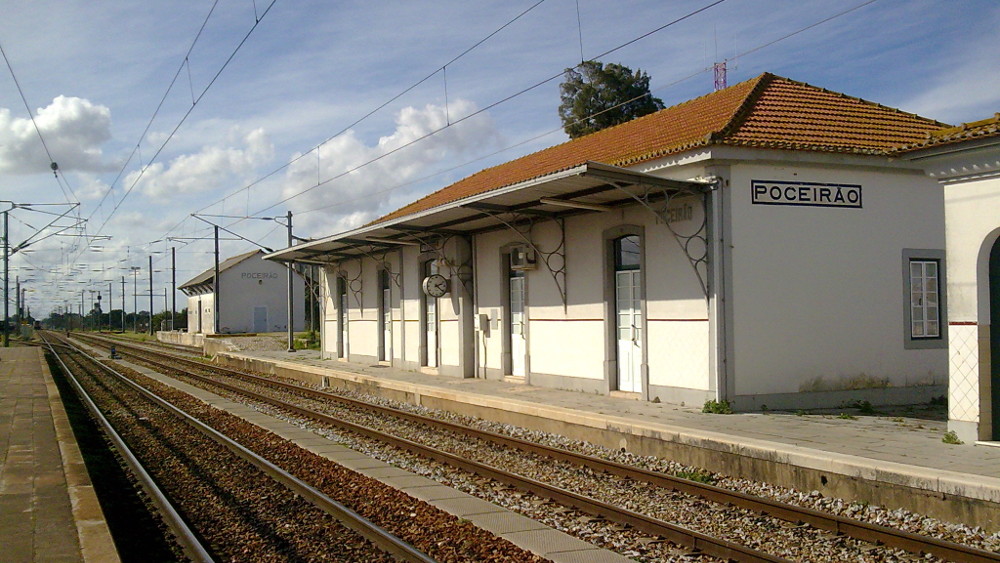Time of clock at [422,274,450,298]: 2:21
